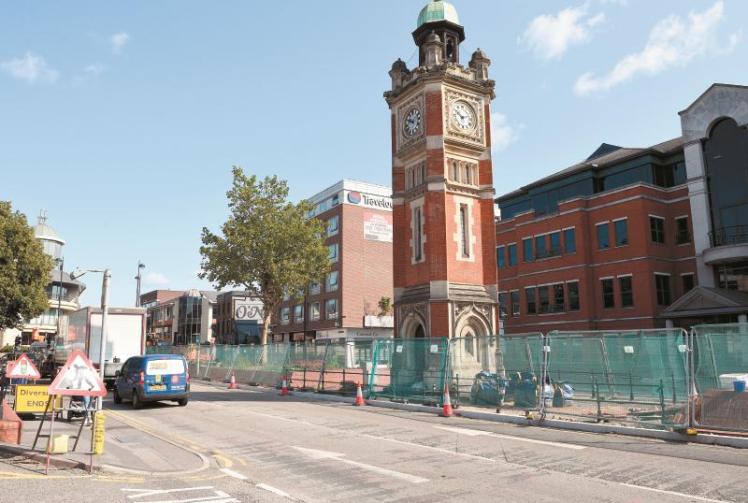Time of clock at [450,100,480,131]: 10:12
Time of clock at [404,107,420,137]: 9:42
